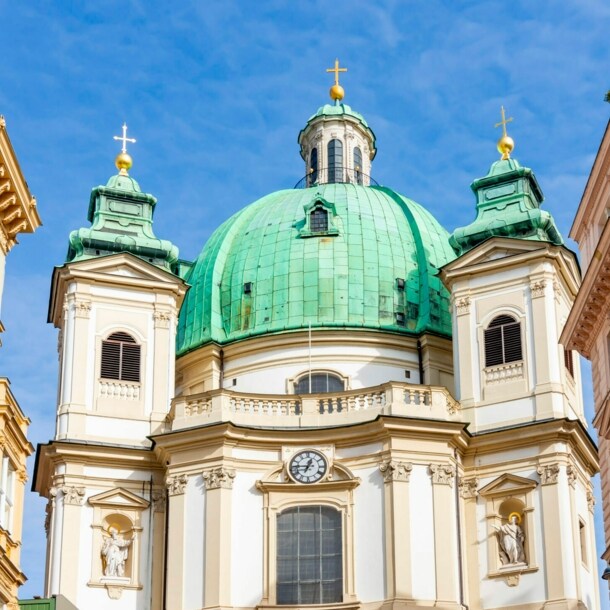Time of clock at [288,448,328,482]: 12:45
